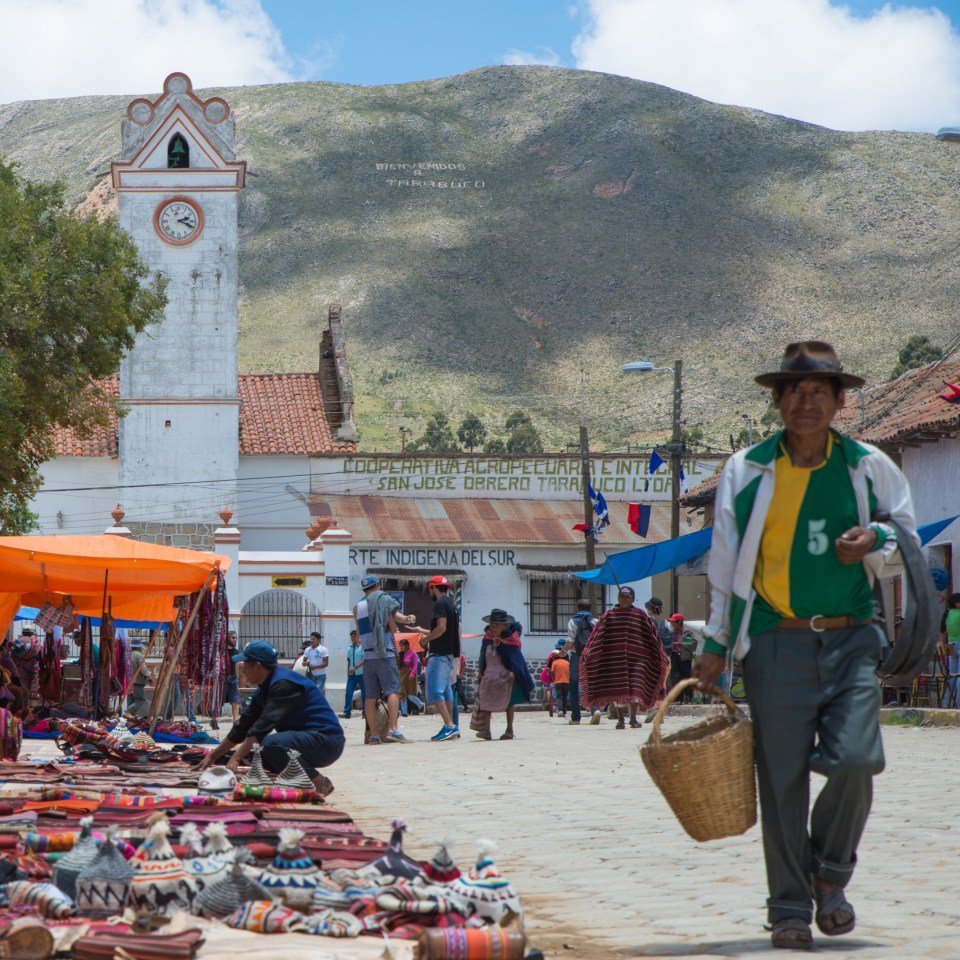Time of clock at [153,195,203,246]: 2:18
